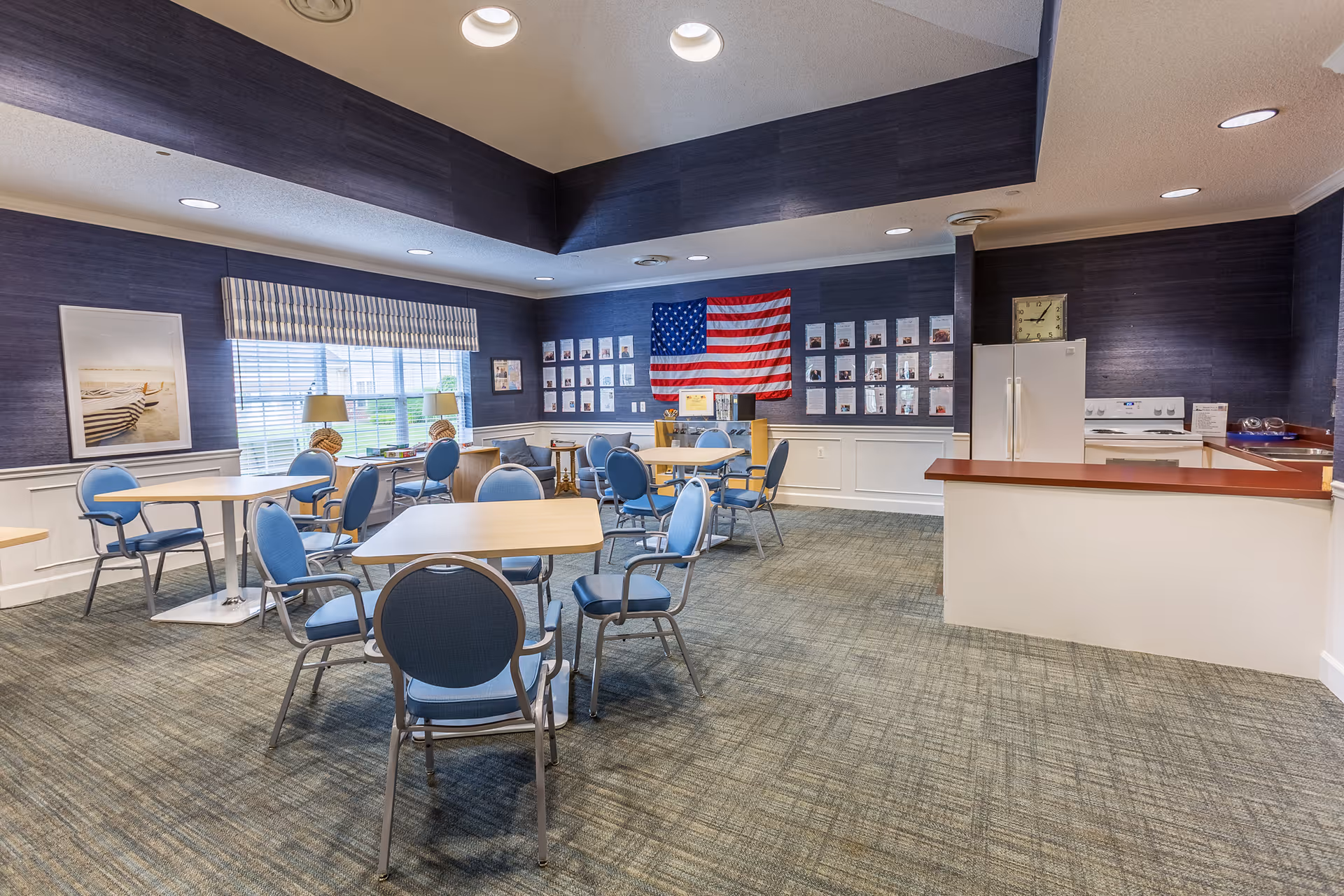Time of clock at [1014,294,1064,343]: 9:05
